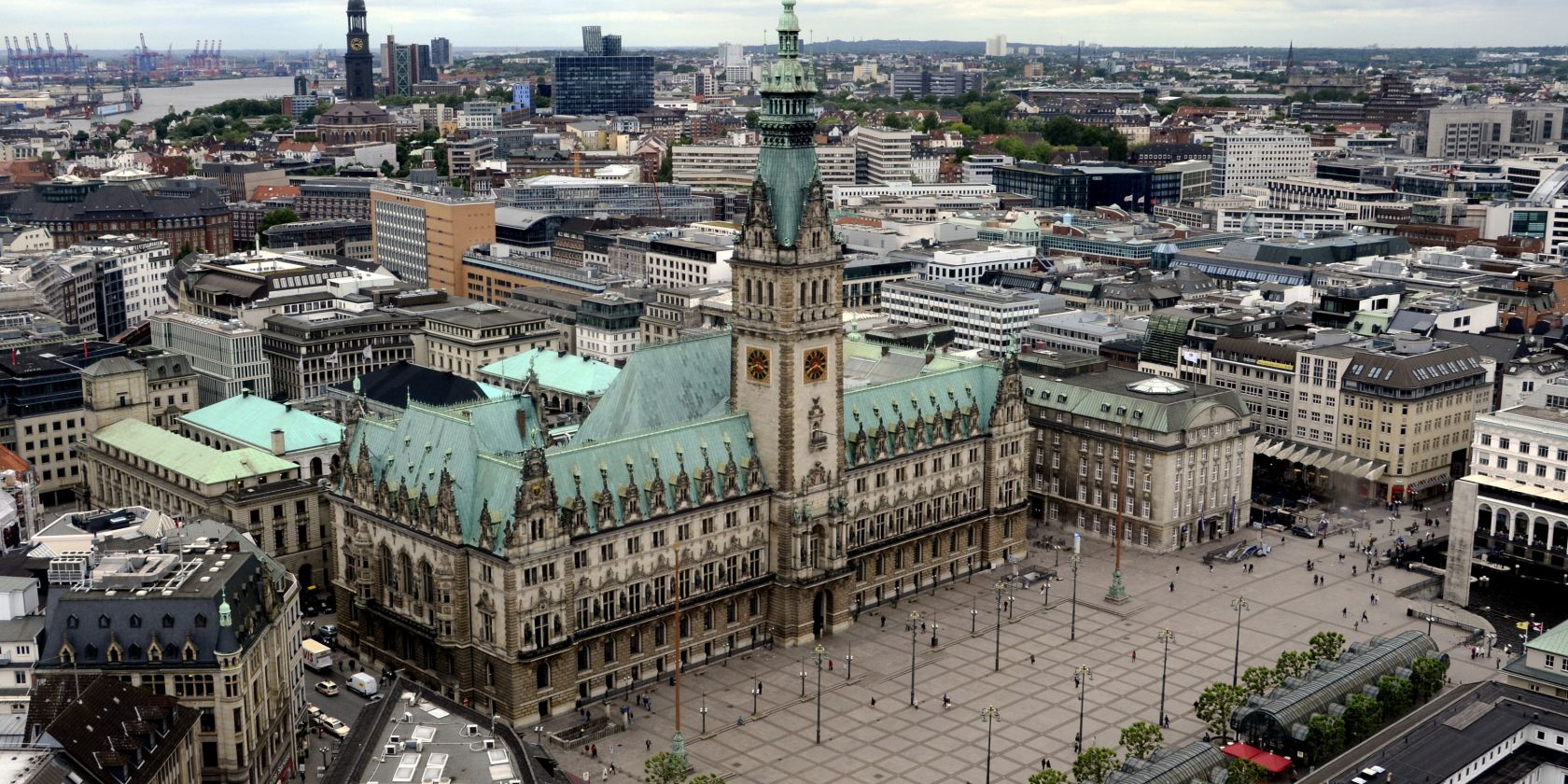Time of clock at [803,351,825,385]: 3:40
